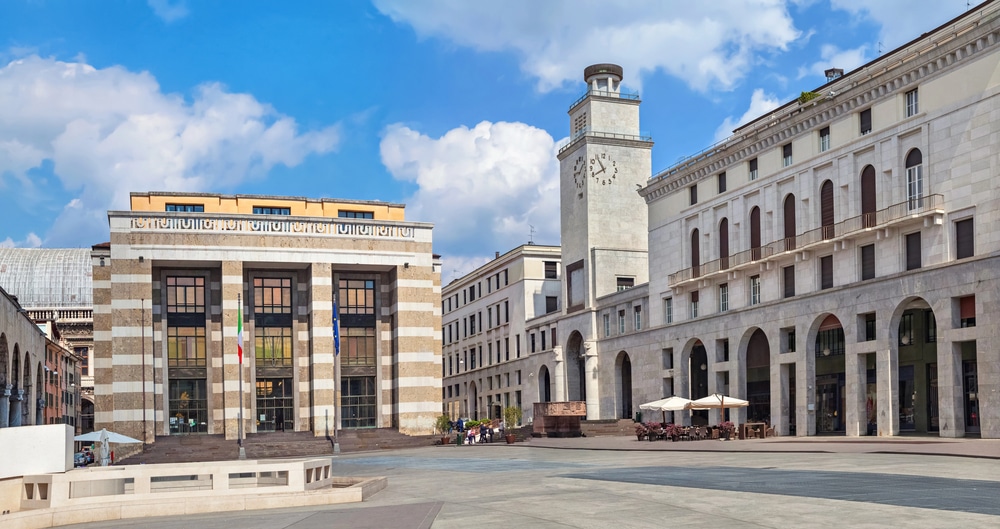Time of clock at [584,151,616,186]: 7:54
